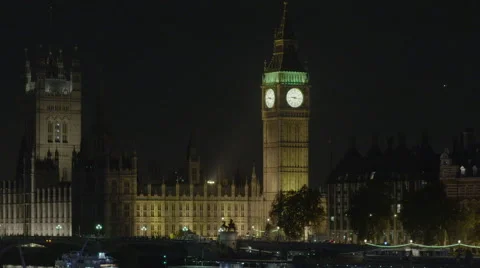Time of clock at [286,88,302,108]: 9:16
